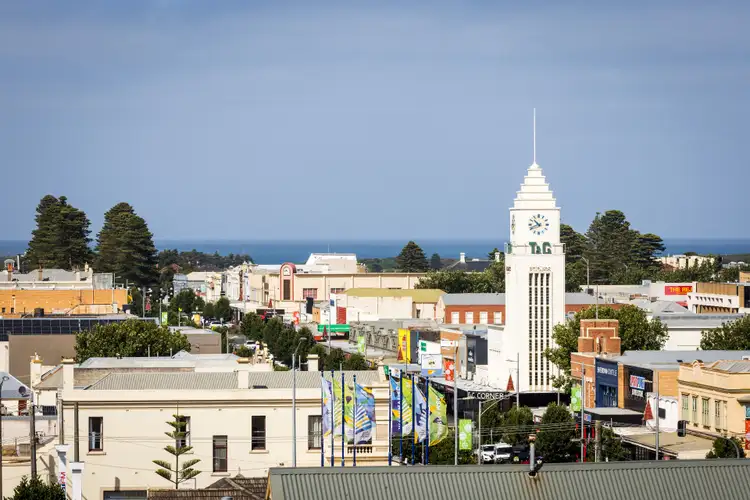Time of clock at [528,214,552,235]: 10:41
